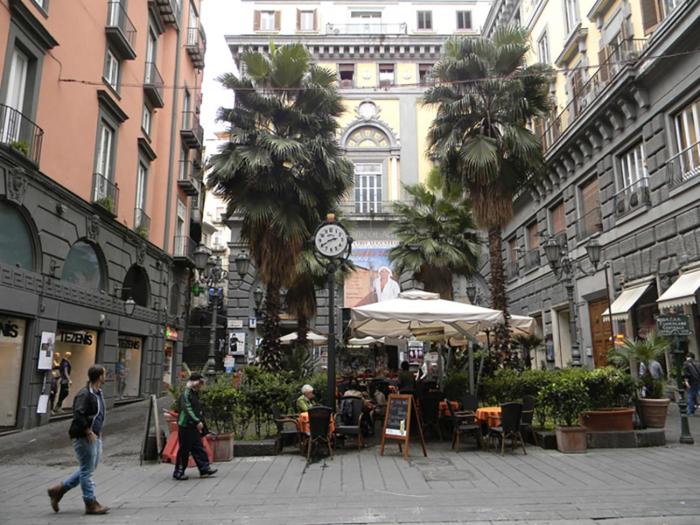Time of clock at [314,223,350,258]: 2:40
